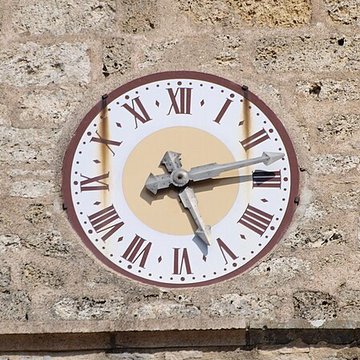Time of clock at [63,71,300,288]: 5:14
